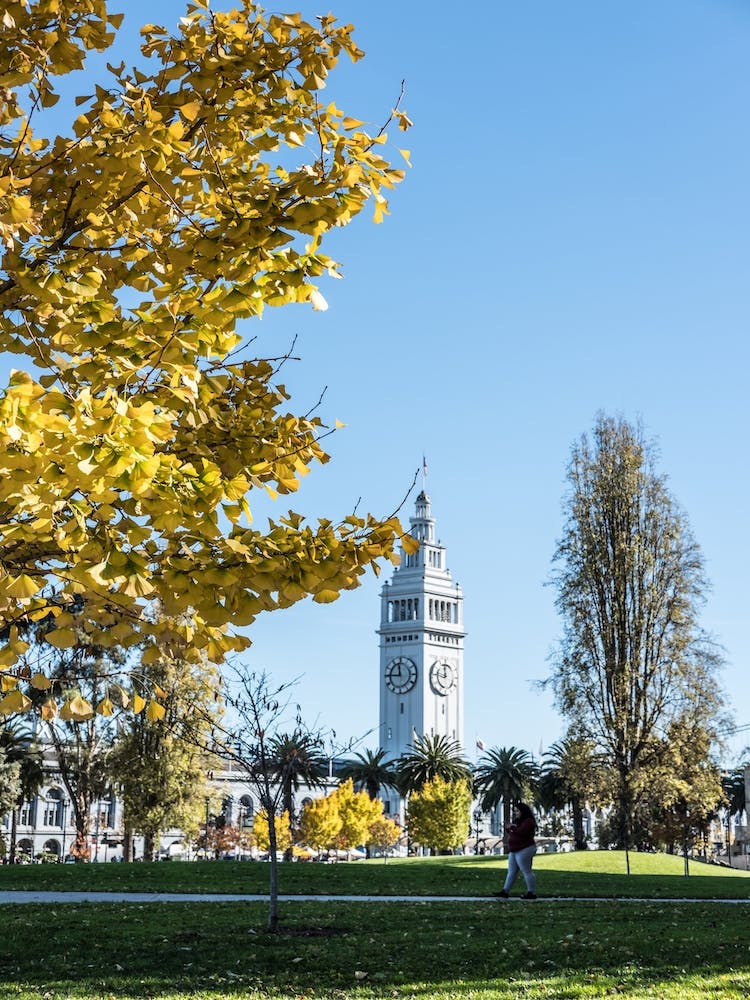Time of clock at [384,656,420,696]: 11:45
